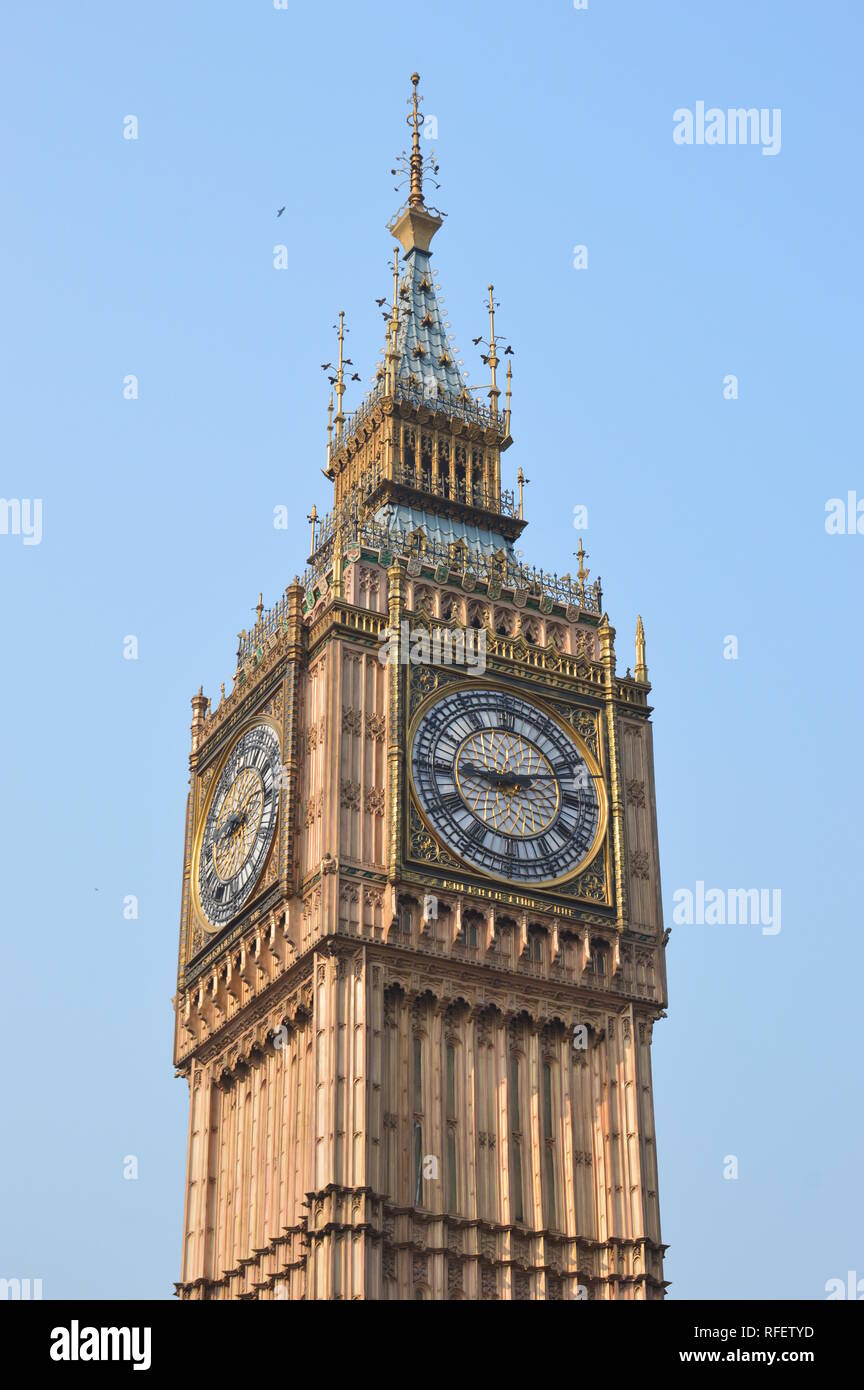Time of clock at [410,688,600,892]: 9:11
